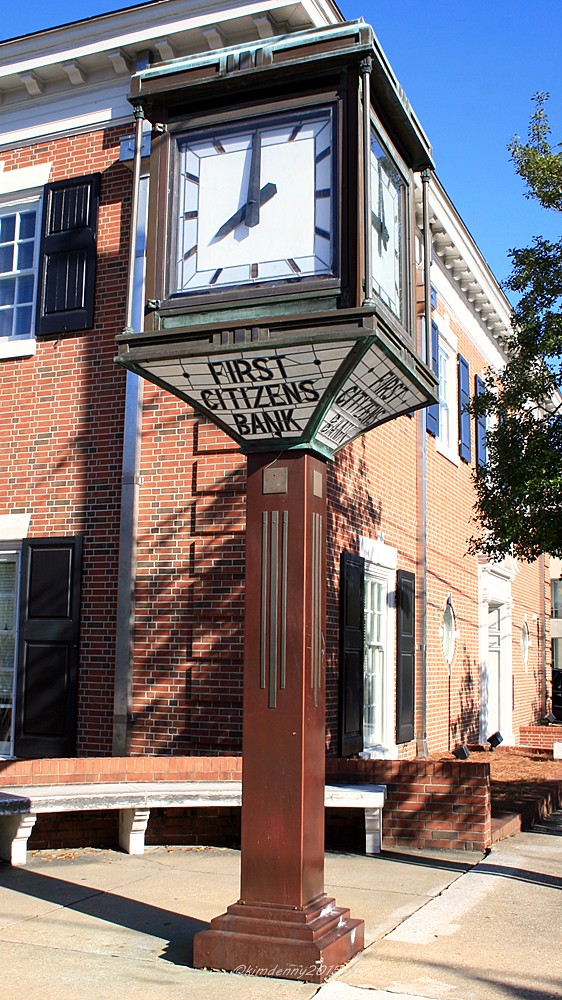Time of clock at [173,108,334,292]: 8:00
